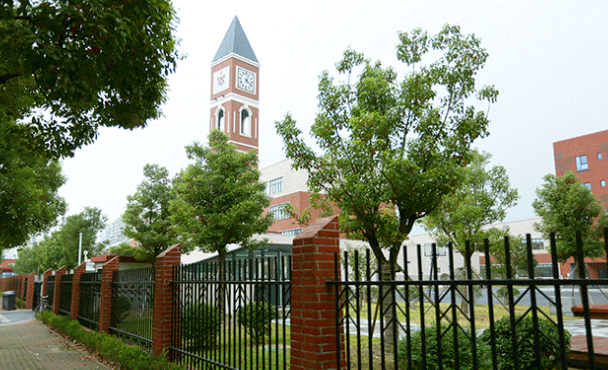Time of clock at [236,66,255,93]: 4:03
